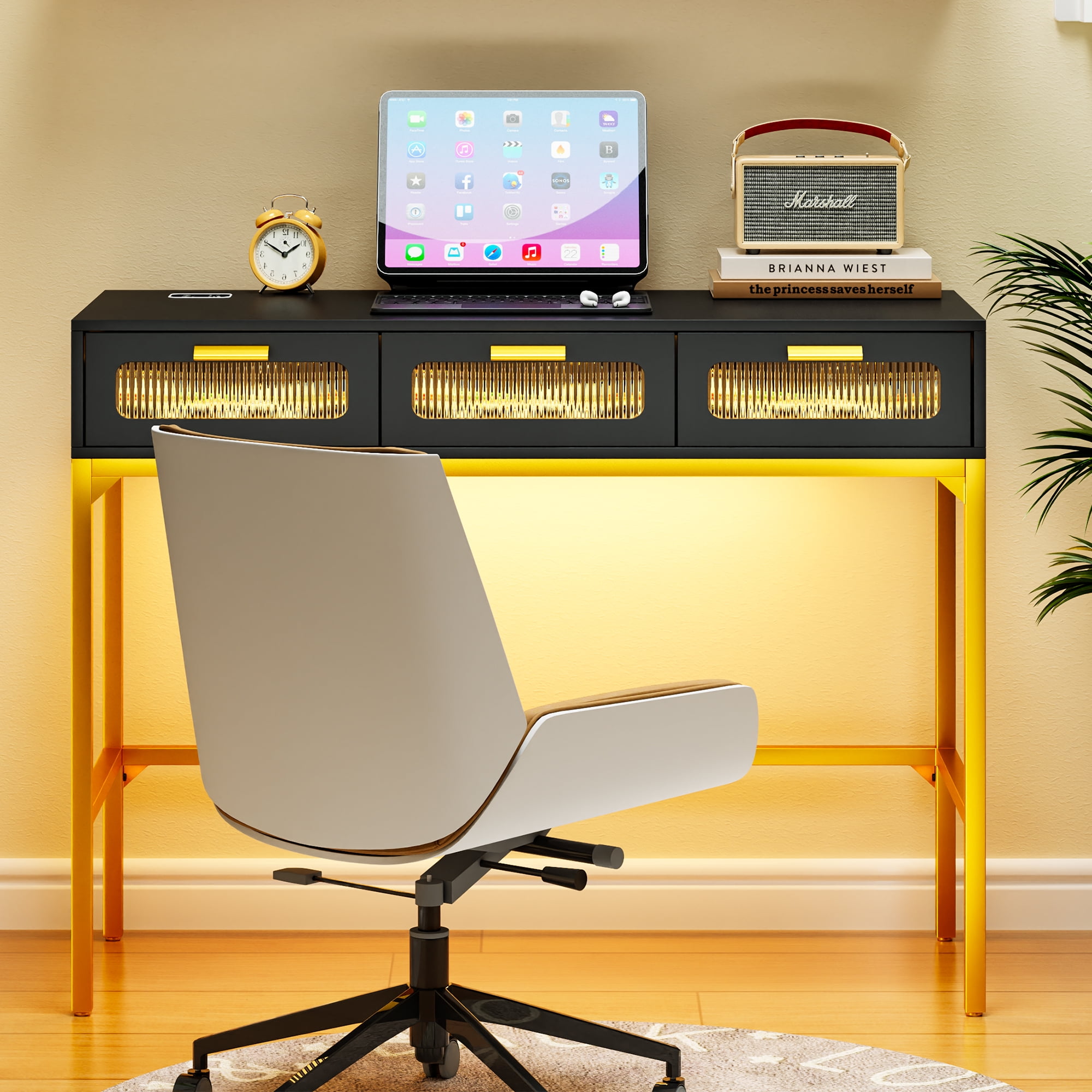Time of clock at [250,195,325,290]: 1:50
